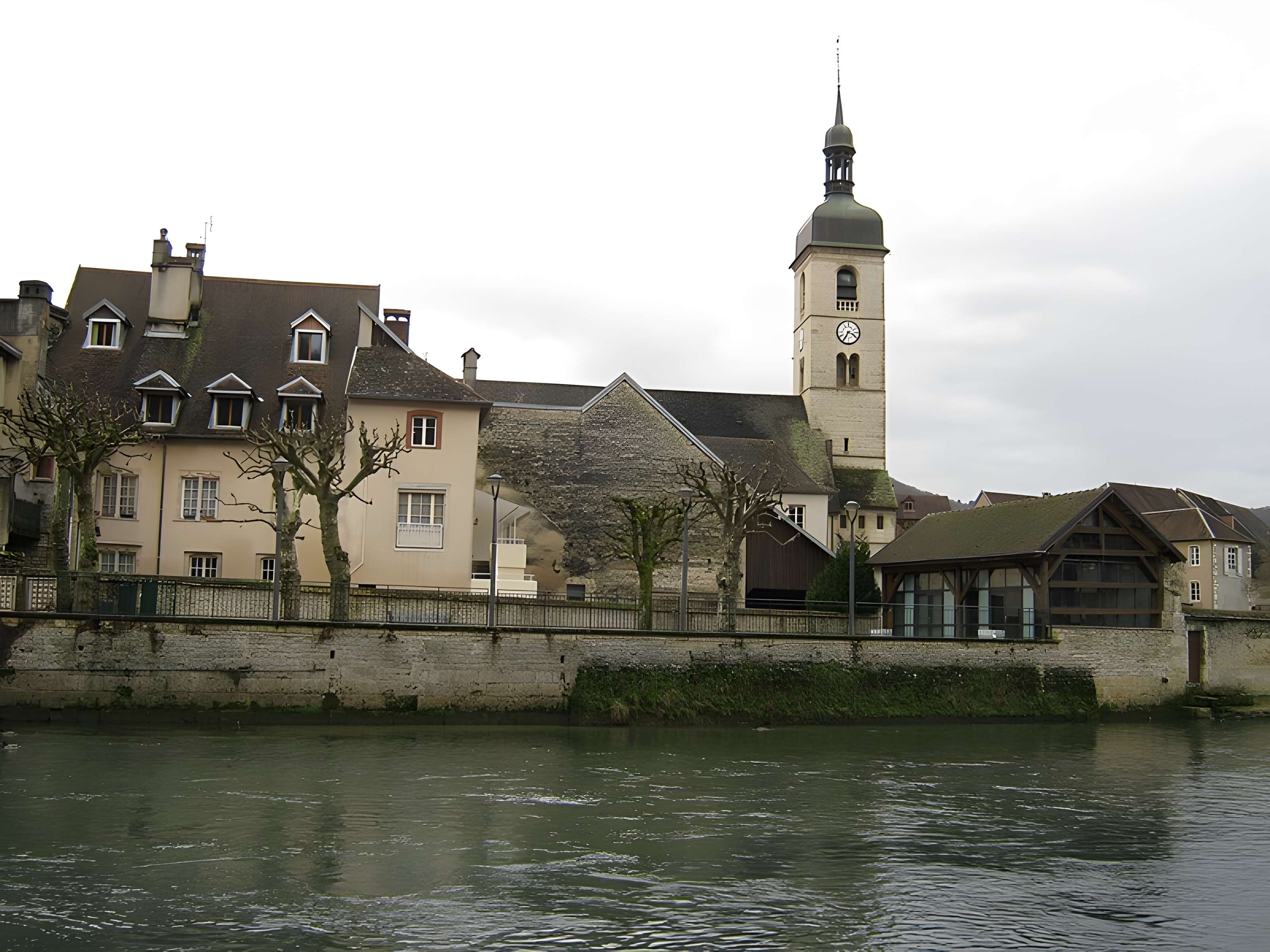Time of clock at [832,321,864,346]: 3:34
